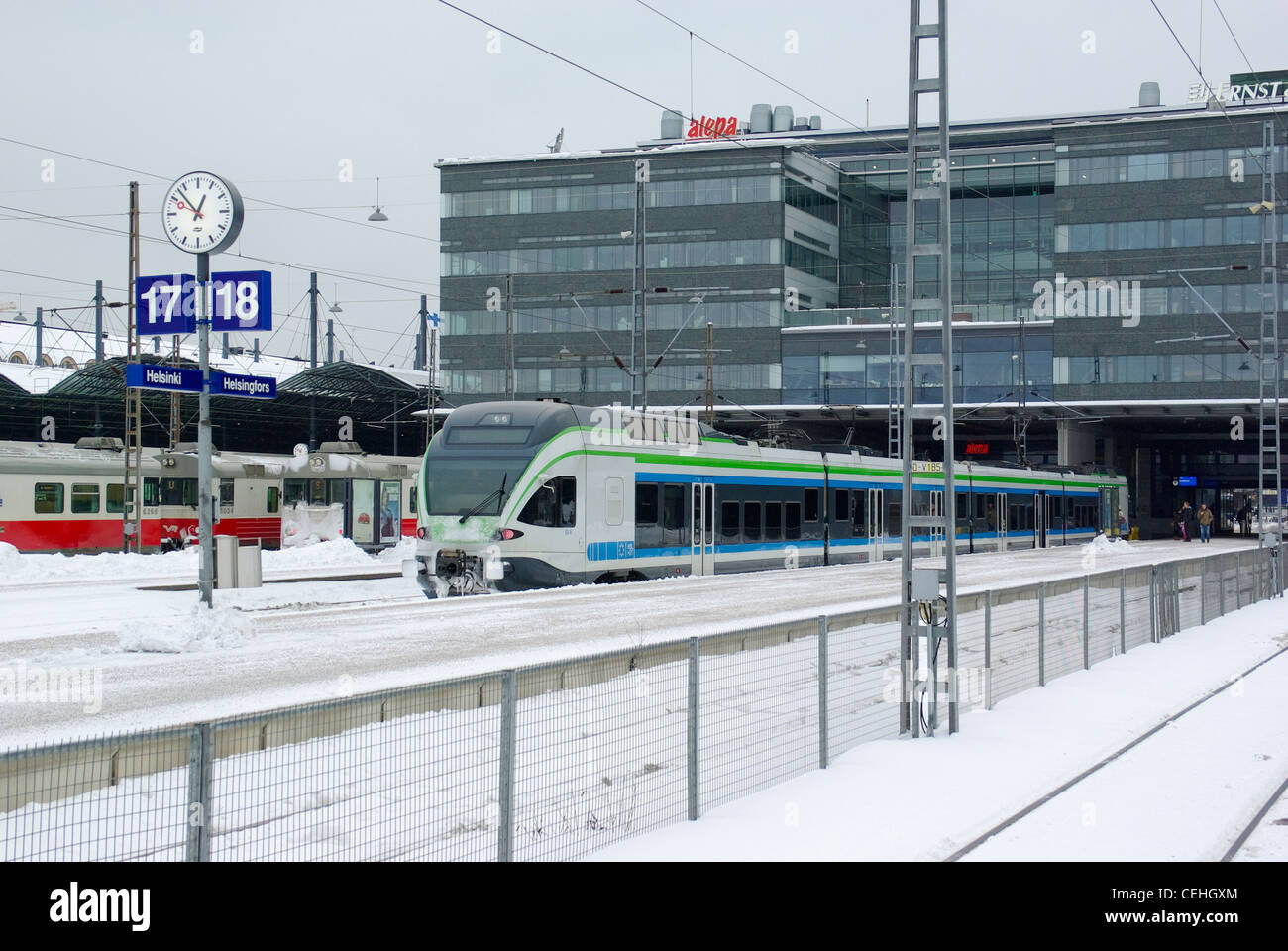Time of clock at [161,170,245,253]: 12:52
